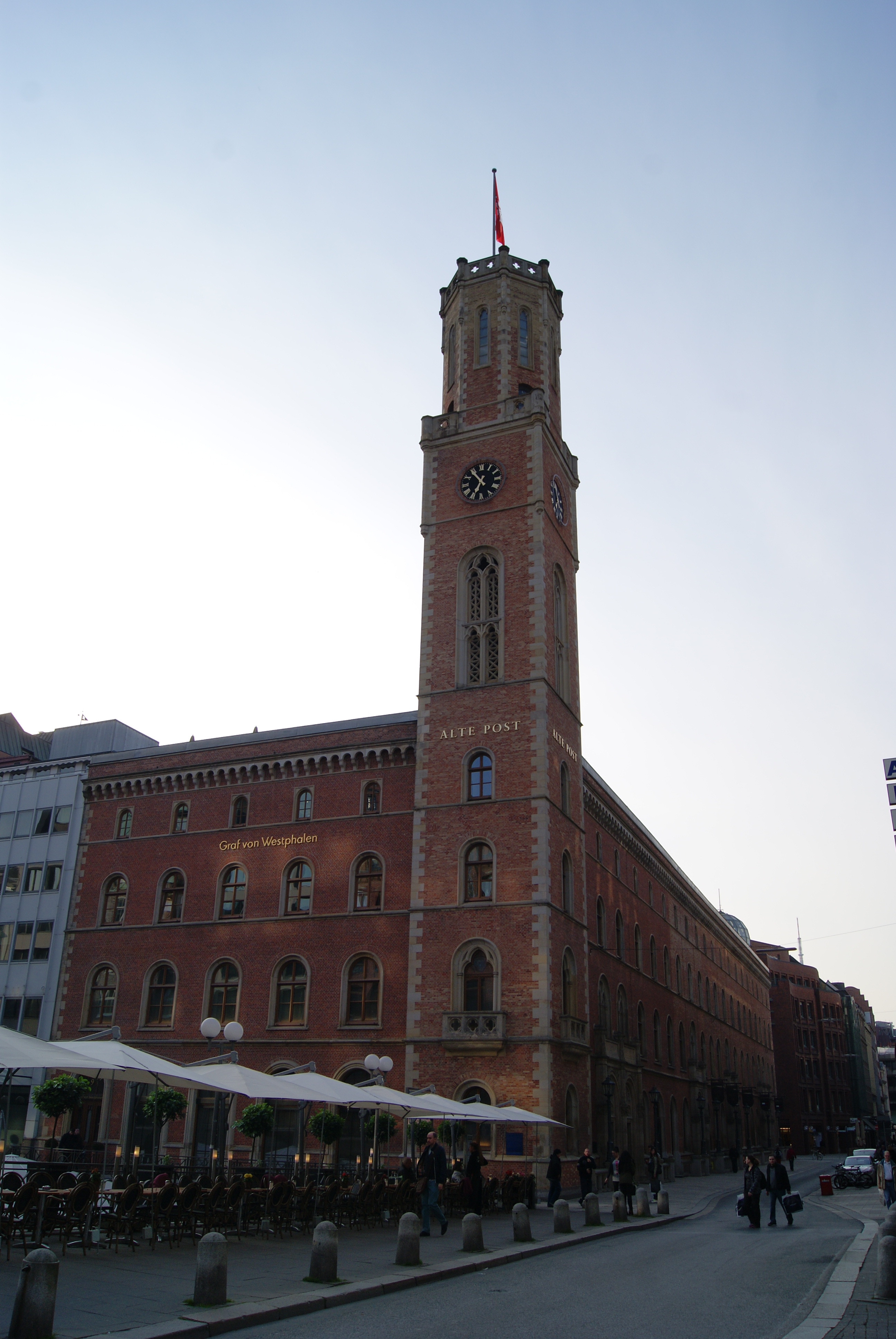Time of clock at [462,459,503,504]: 6:54
